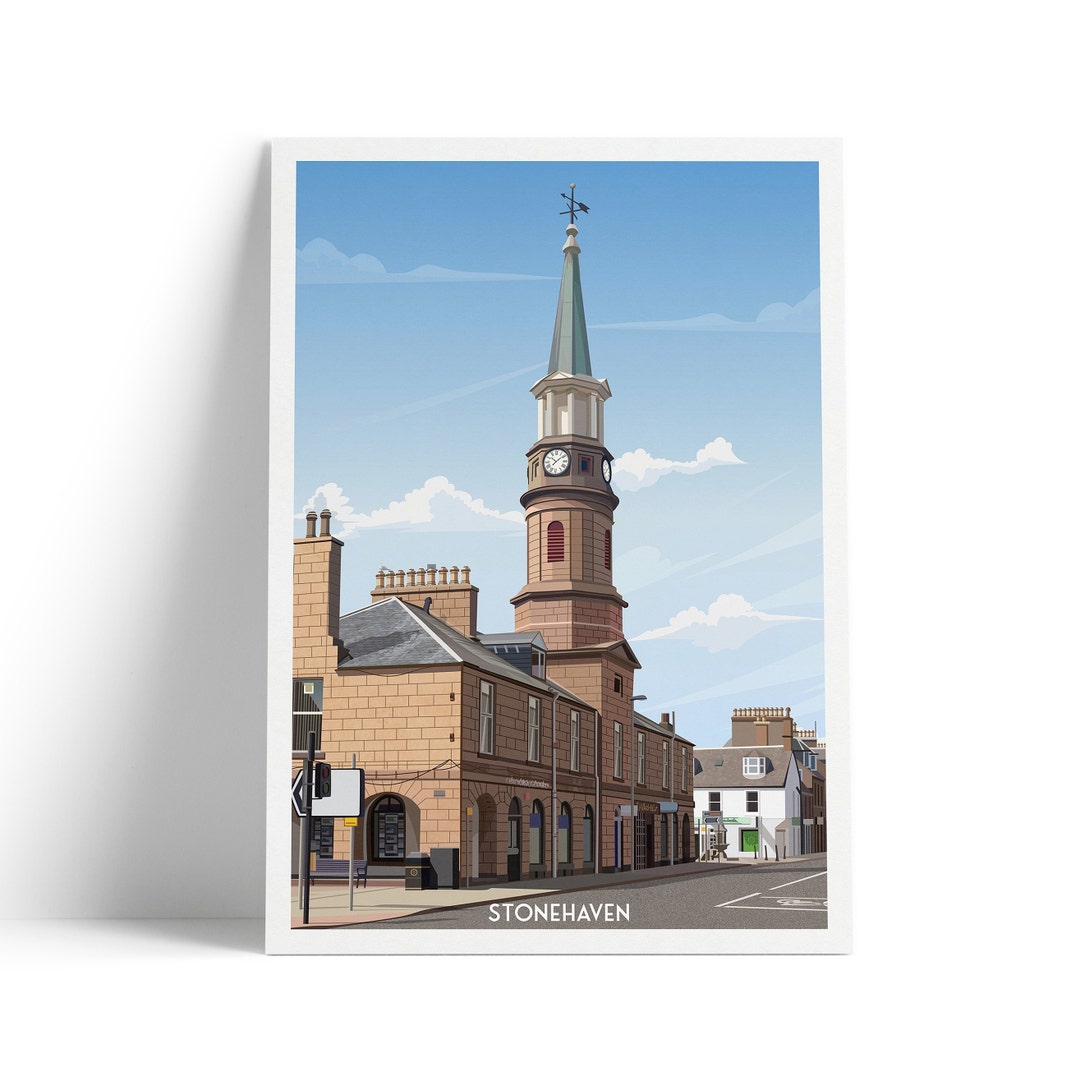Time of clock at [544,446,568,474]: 10:08
